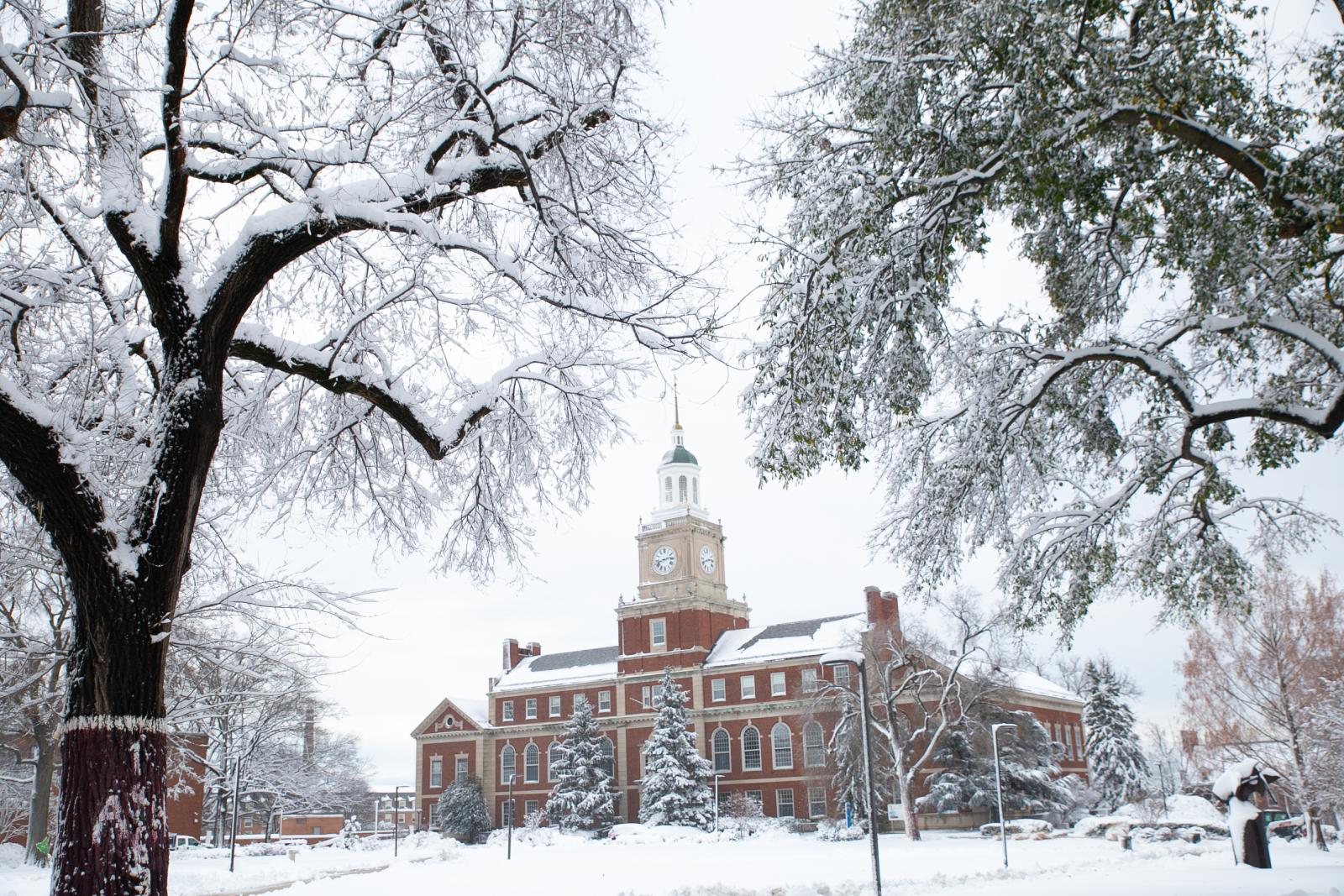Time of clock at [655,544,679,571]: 2:42
